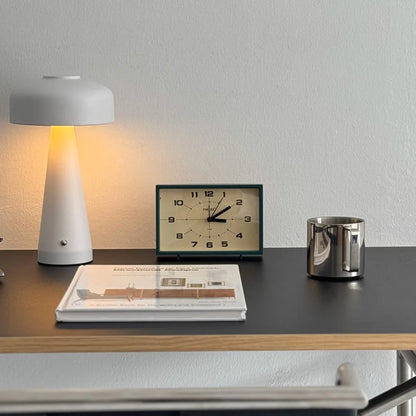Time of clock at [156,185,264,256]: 3:09
